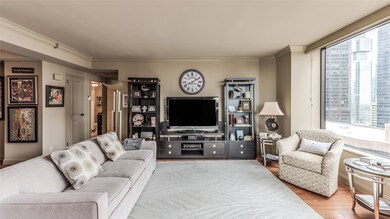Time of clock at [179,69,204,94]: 8:09
